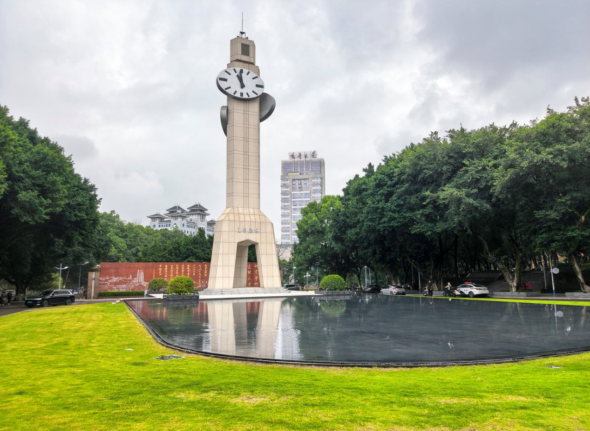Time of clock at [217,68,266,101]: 10:59
